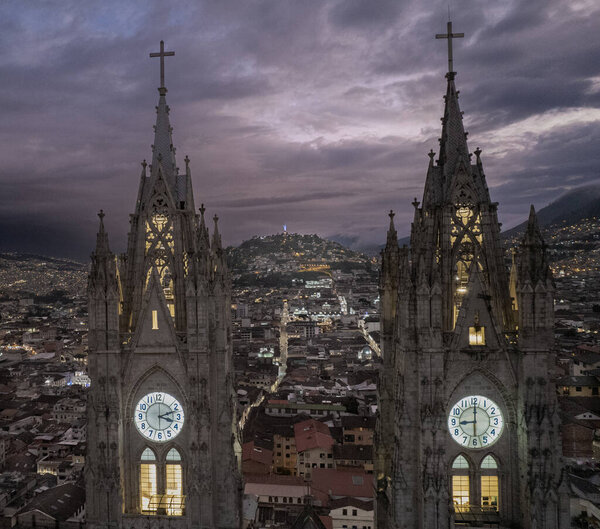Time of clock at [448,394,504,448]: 9:00
